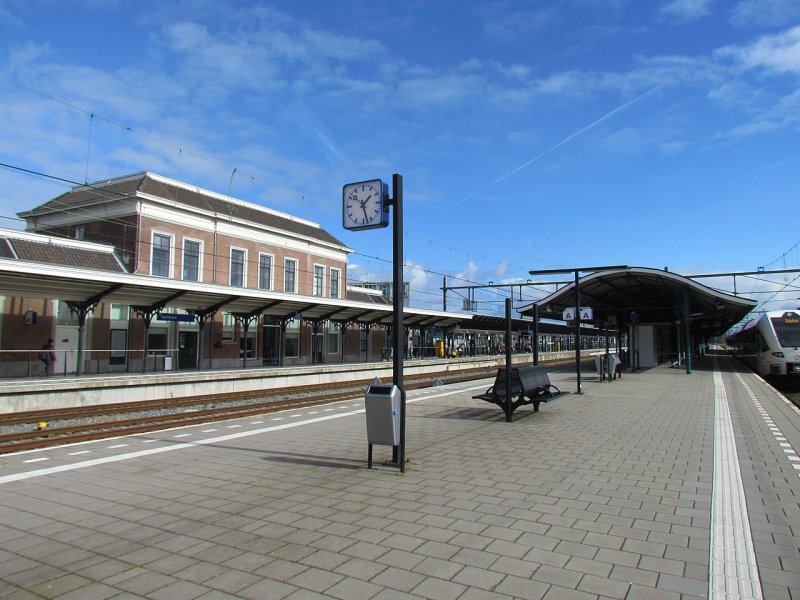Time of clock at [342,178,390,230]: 1:27
